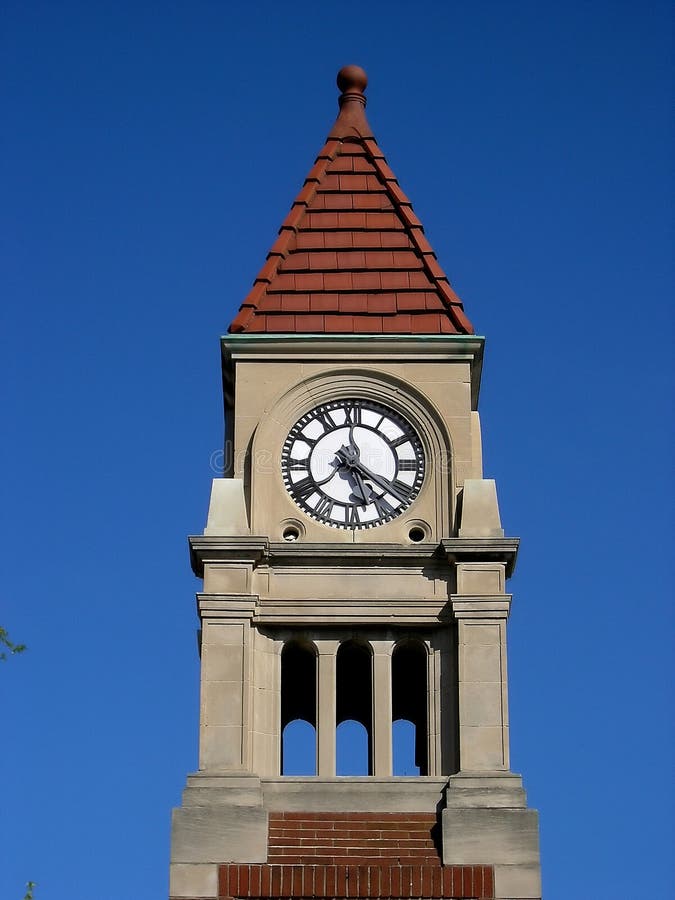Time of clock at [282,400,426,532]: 5:21
